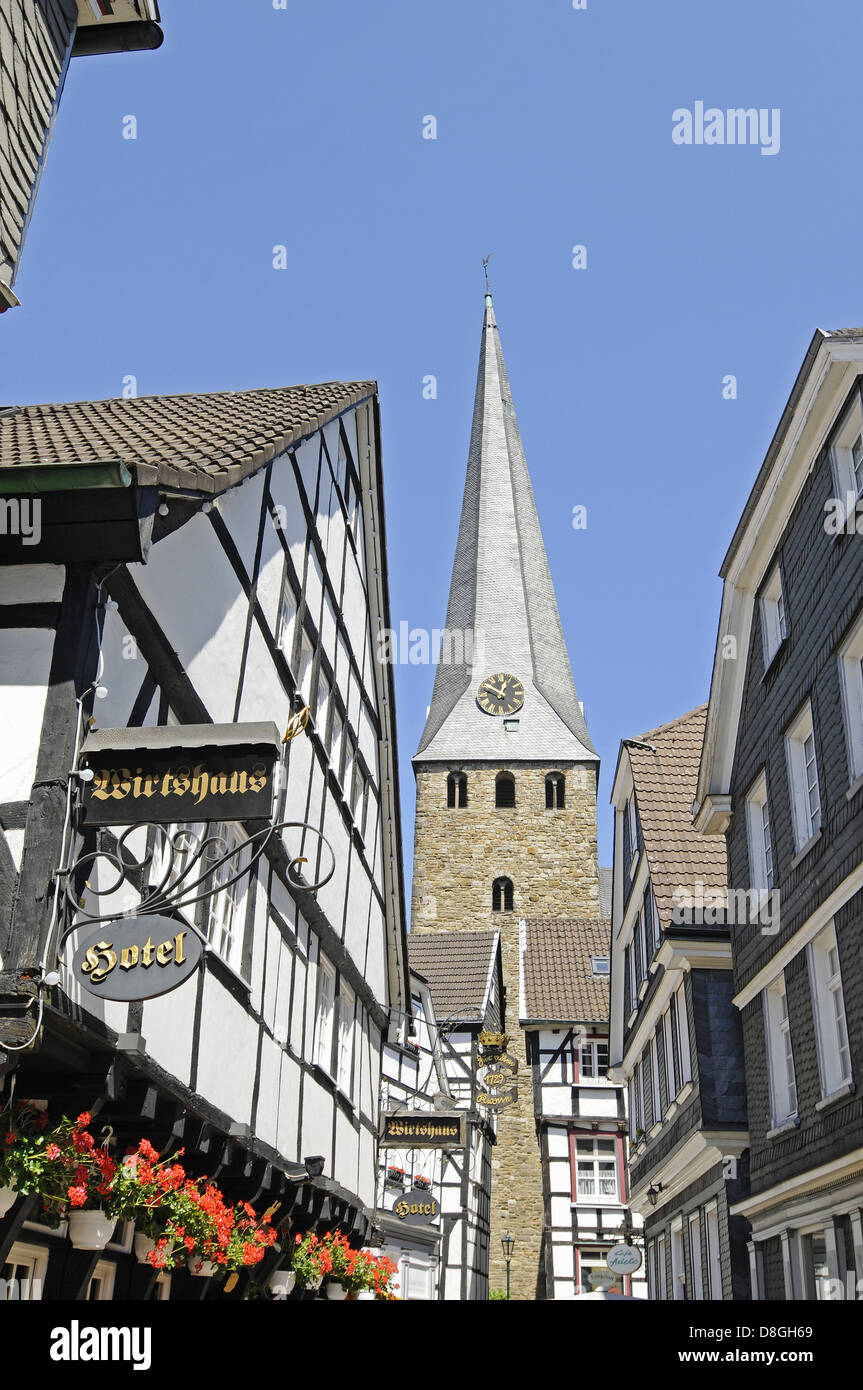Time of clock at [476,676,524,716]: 12:49
